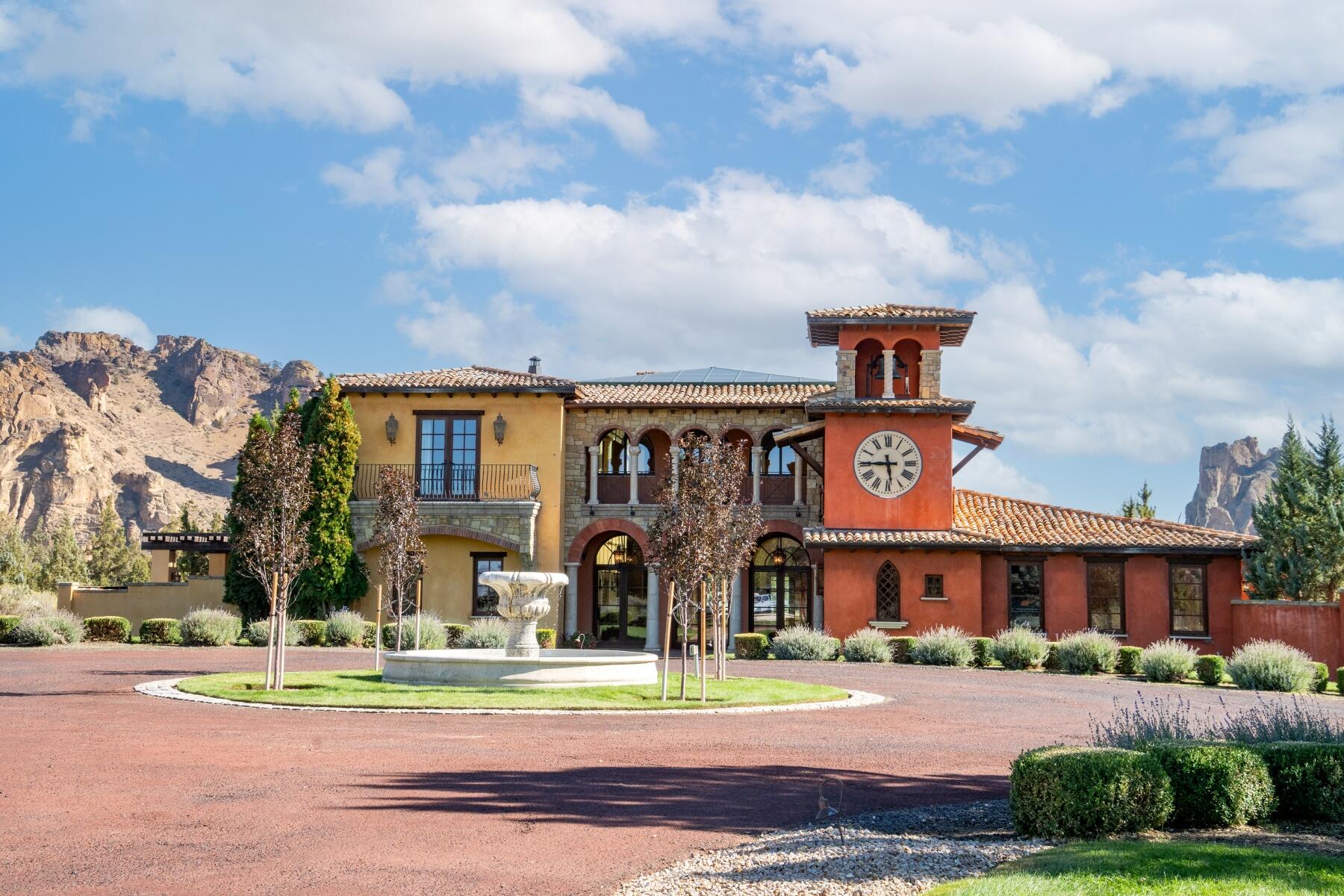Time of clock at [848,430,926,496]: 5:45
